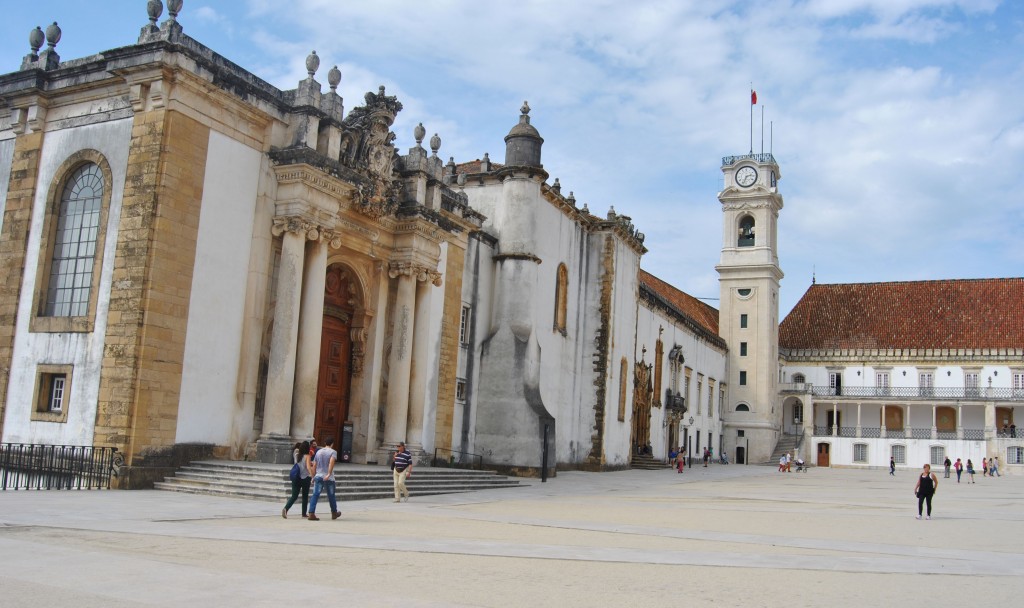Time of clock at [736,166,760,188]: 2:33
